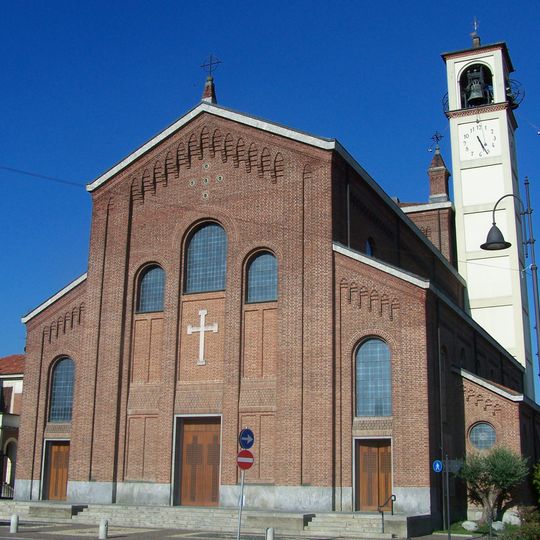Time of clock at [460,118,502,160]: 5:26
